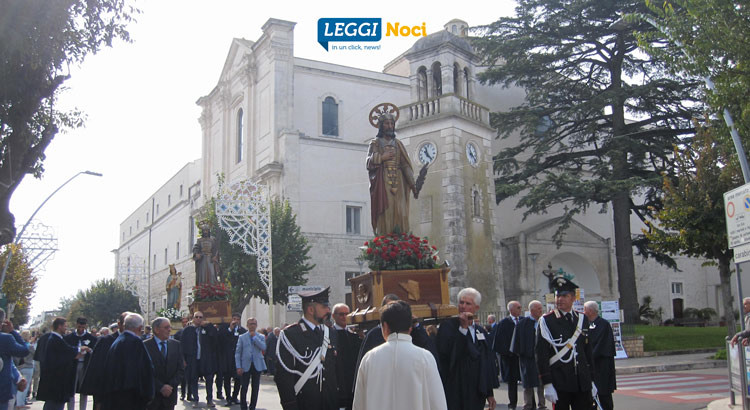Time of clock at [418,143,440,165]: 11:22
